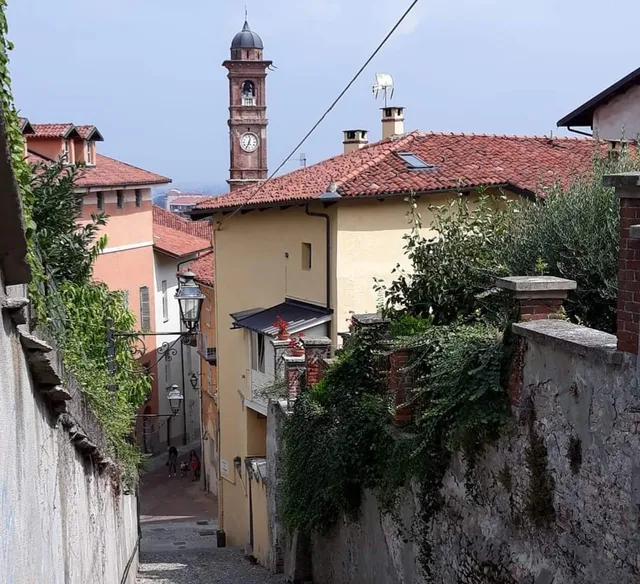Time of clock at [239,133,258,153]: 12:34
